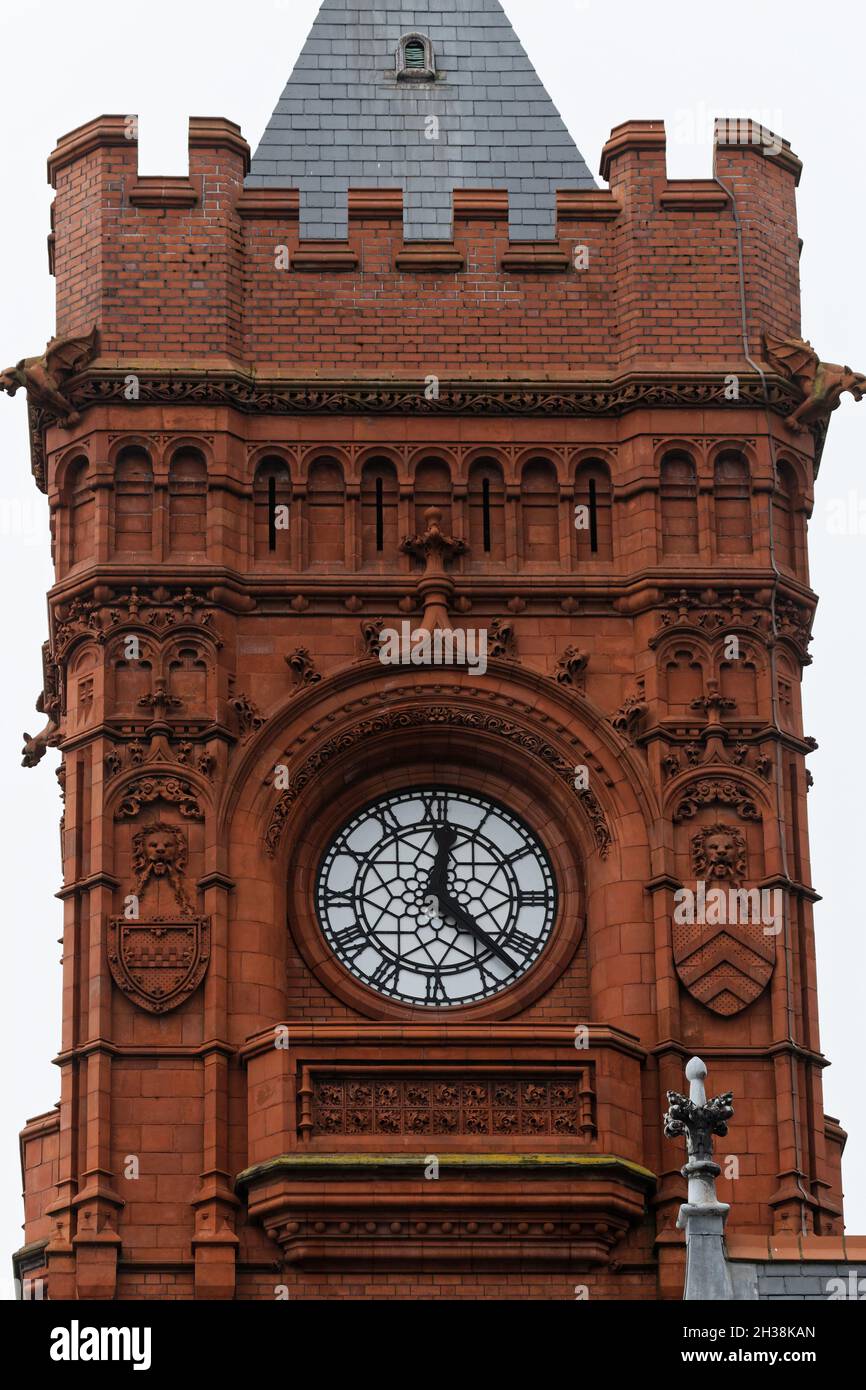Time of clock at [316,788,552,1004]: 12:22
